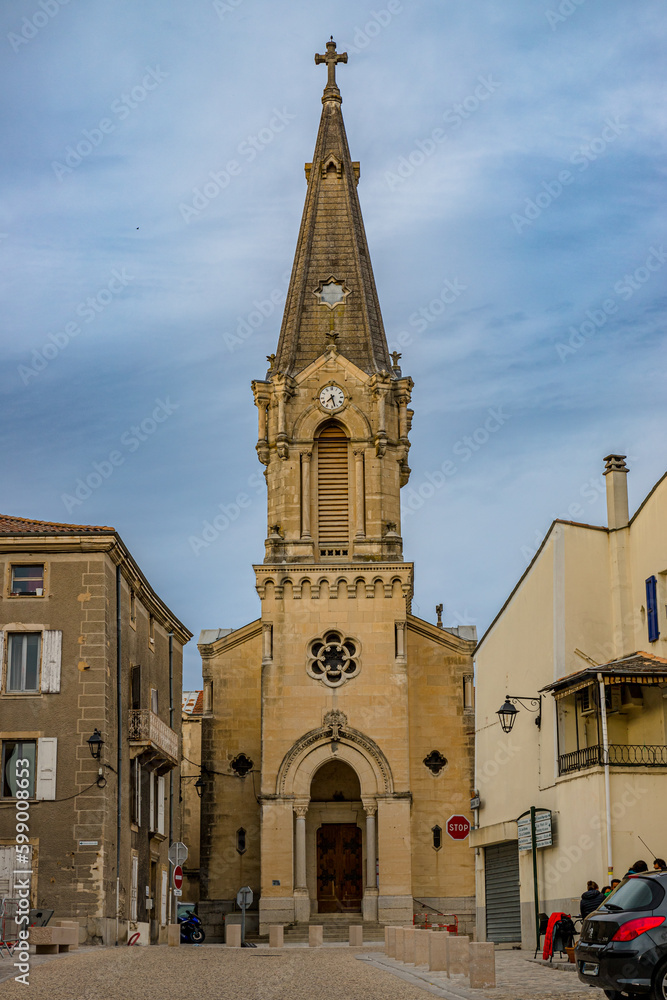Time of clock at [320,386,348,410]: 7:27
